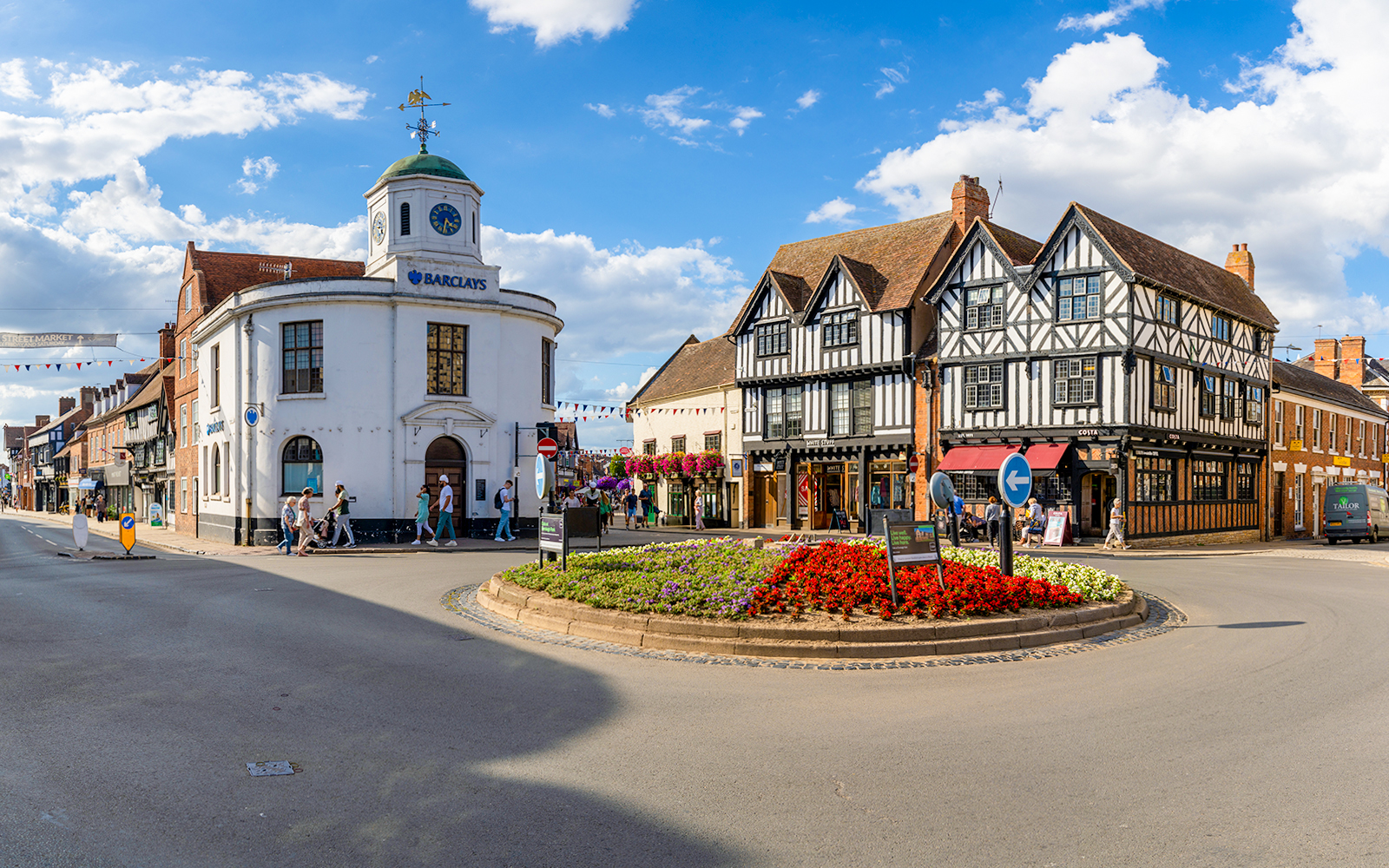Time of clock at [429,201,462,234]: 4:31
